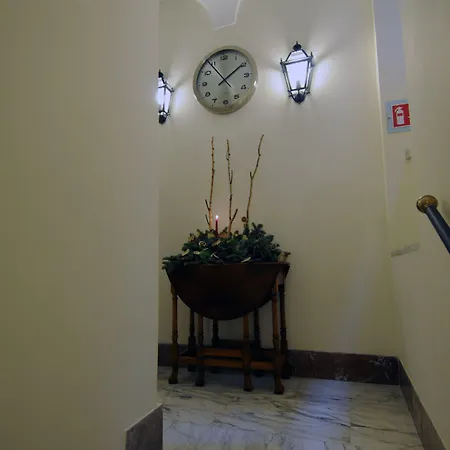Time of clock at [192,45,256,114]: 1:53
